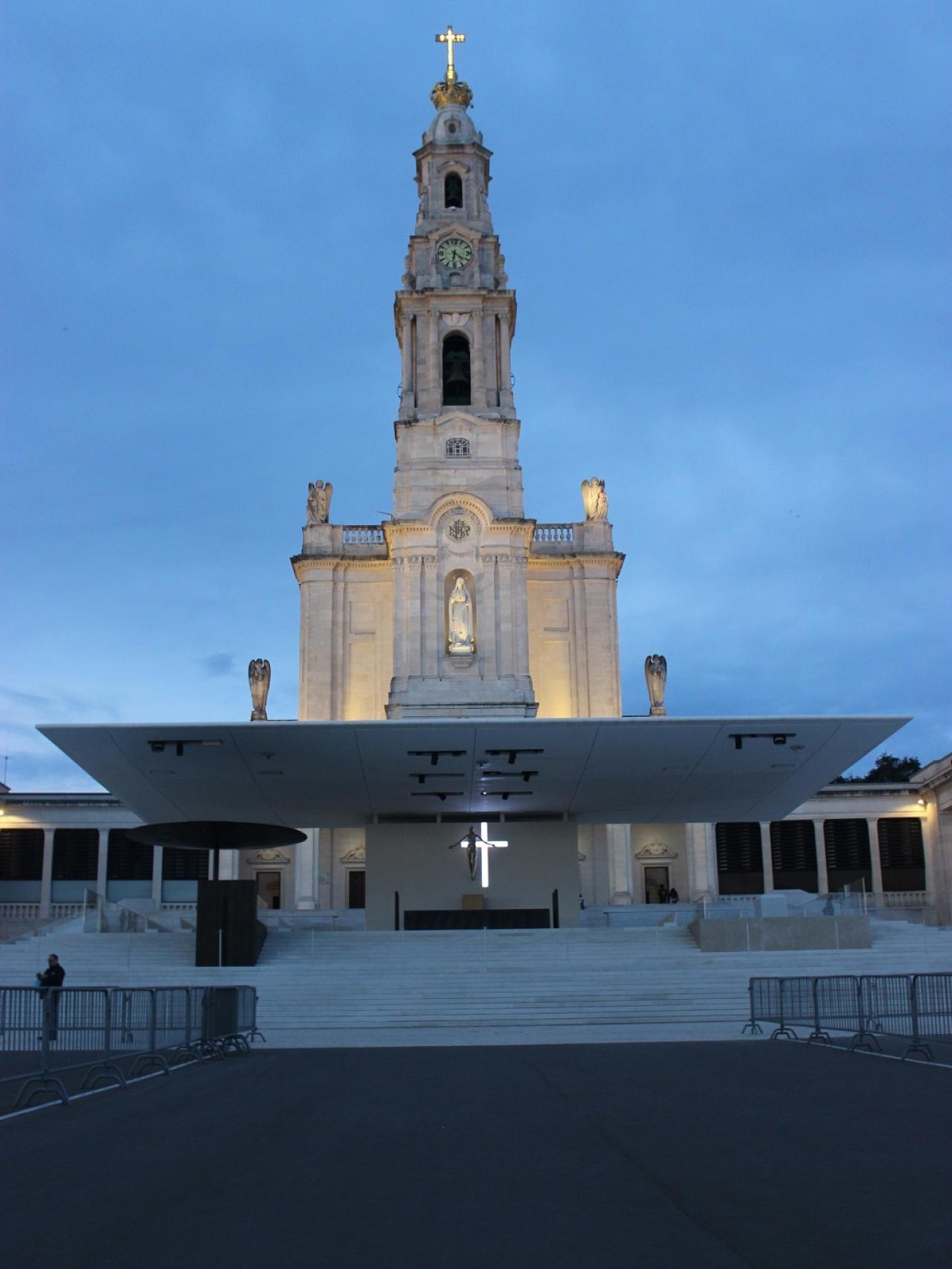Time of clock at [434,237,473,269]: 6:21
